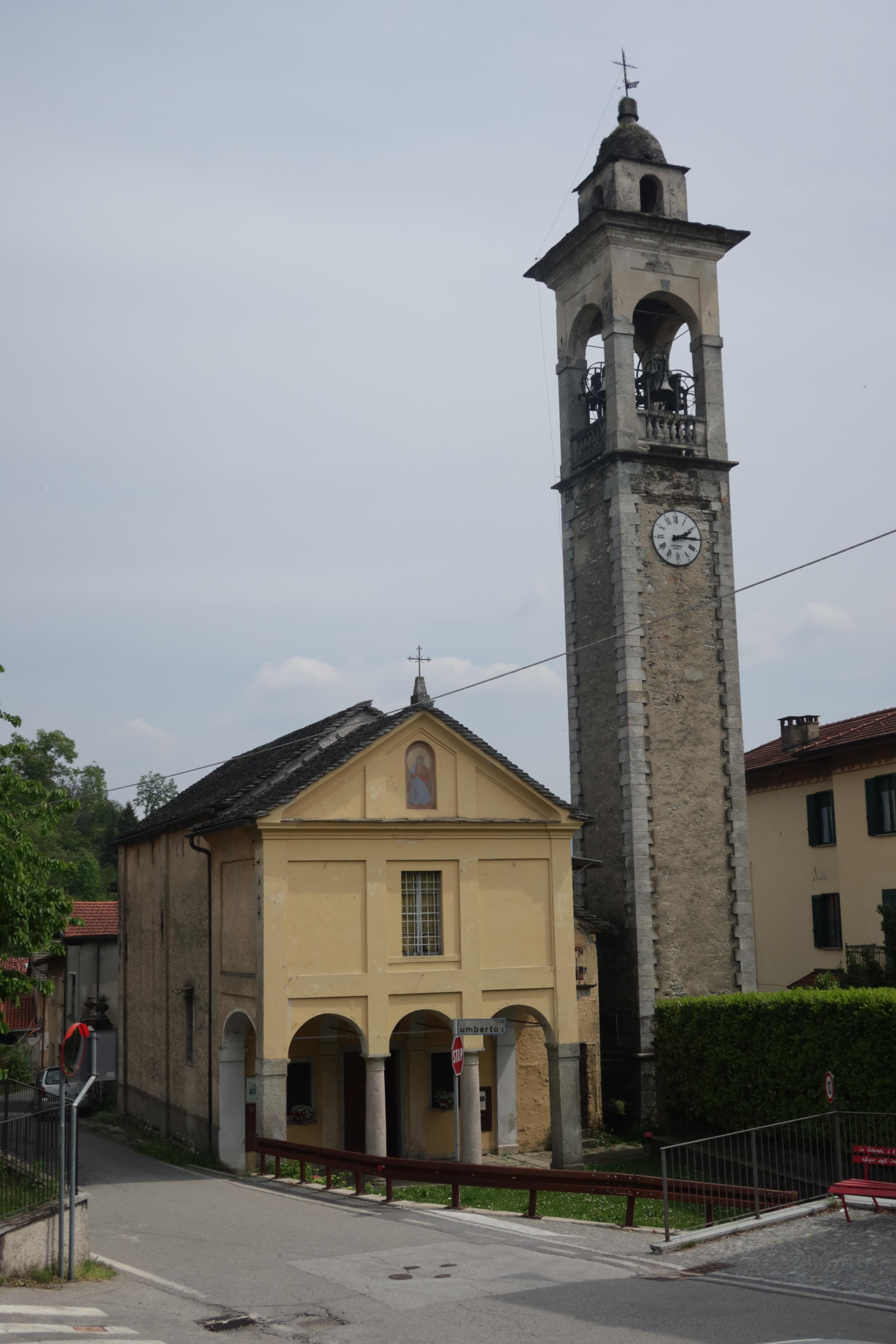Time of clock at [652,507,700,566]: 2:15
